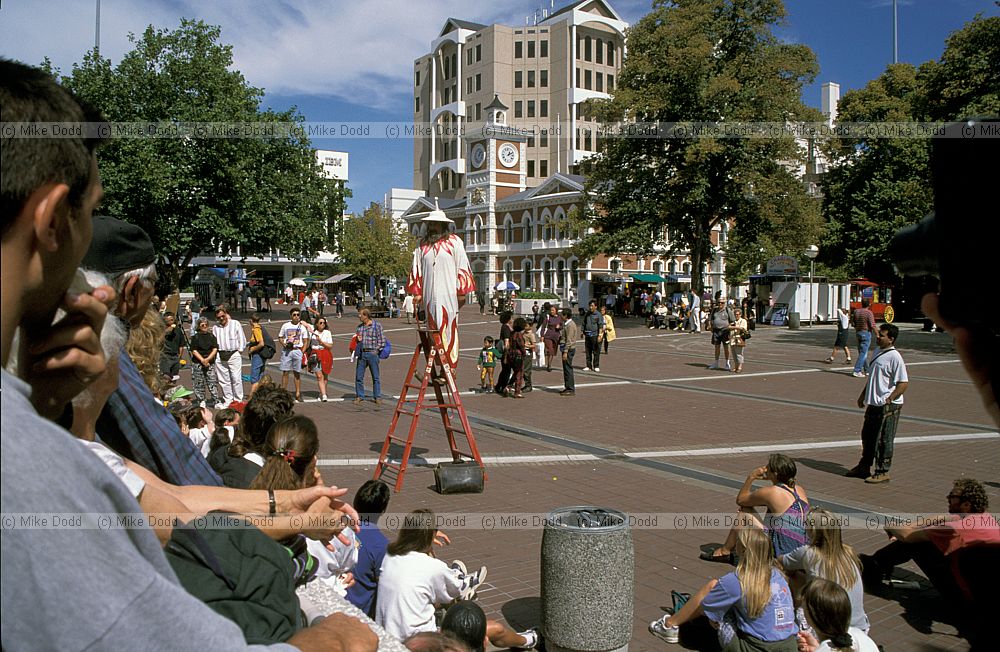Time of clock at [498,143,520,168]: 1:10
